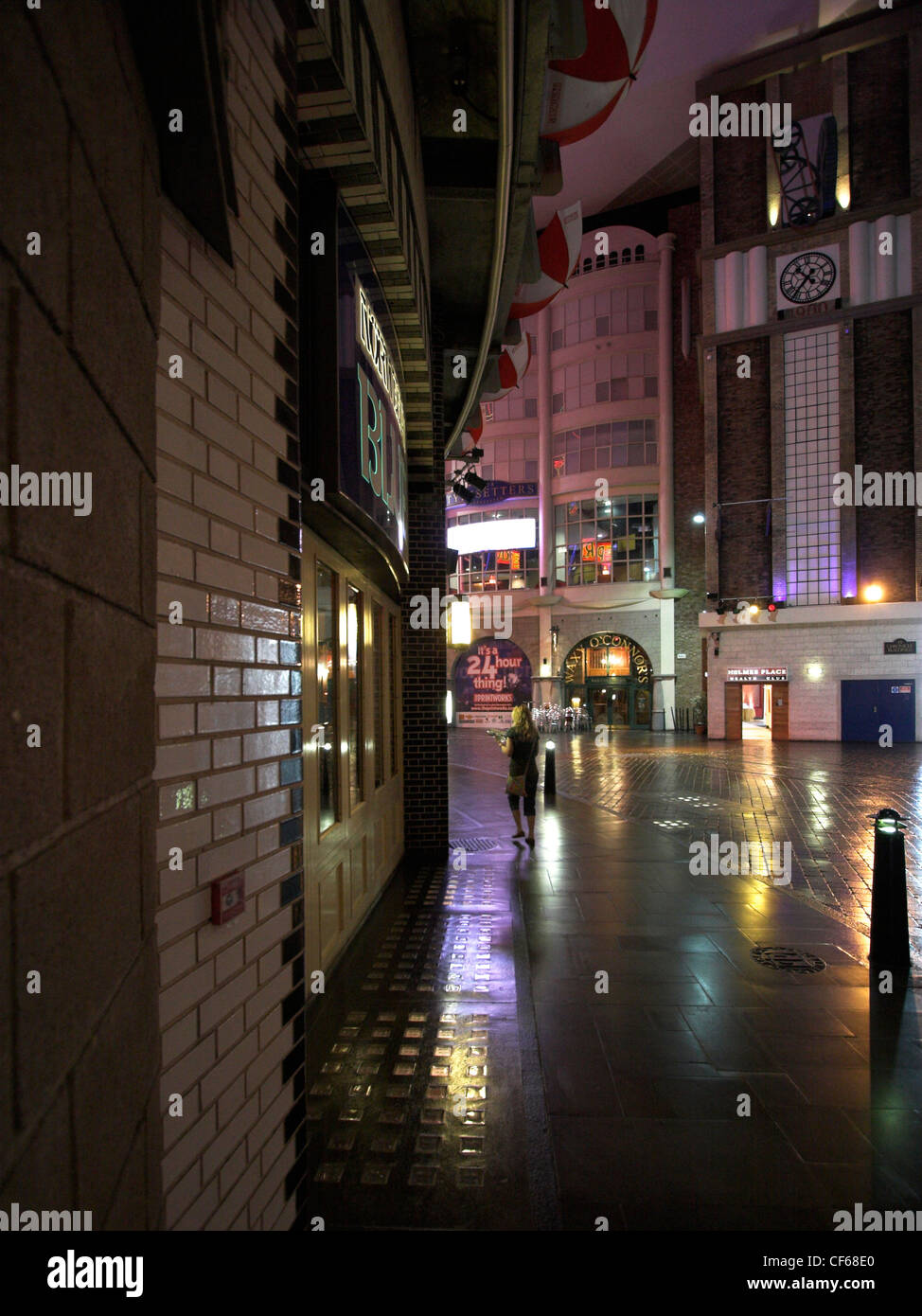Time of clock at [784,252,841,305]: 10:36
